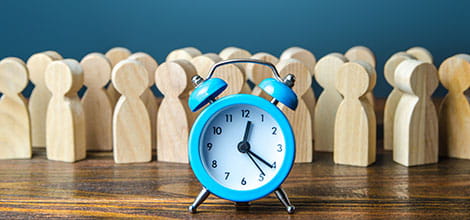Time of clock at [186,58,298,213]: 12:20
